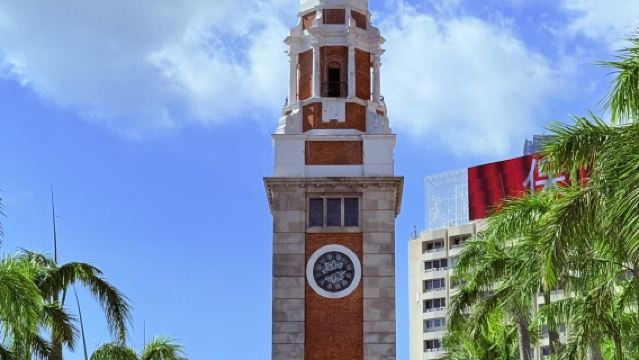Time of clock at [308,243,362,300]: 2:40
